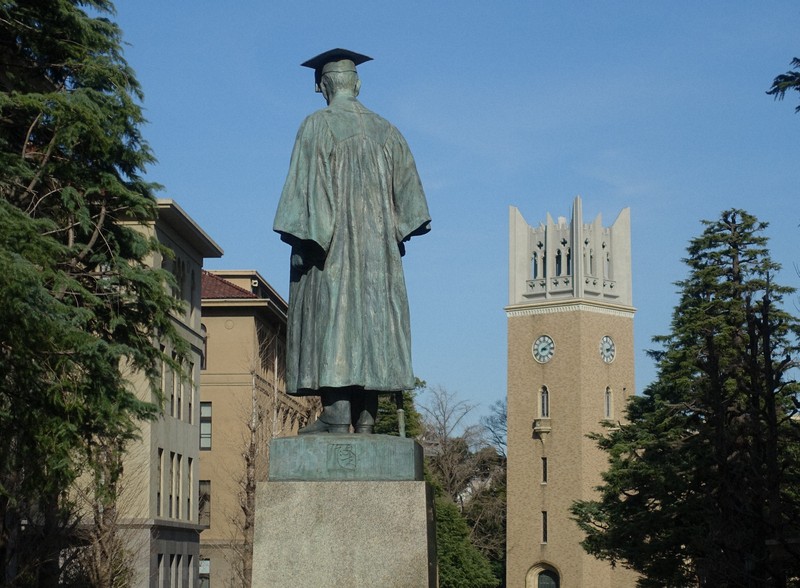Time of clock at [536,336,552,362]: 3:09
